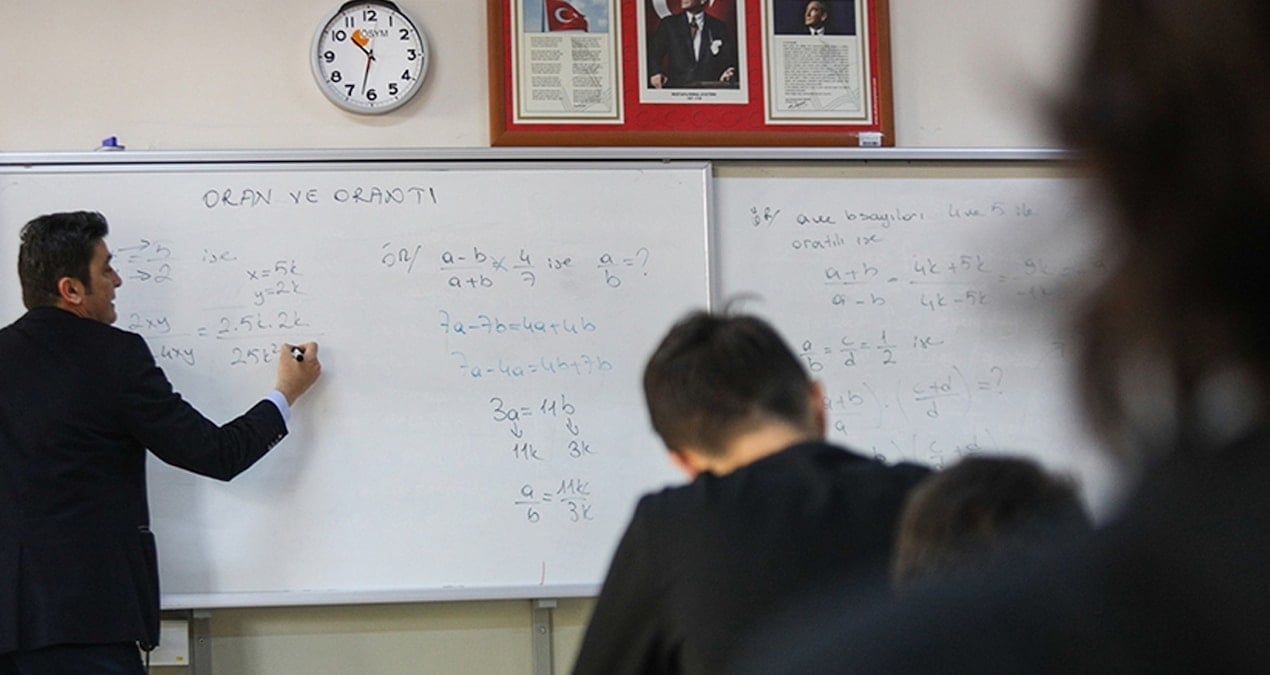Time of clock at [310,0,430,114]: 10:32
